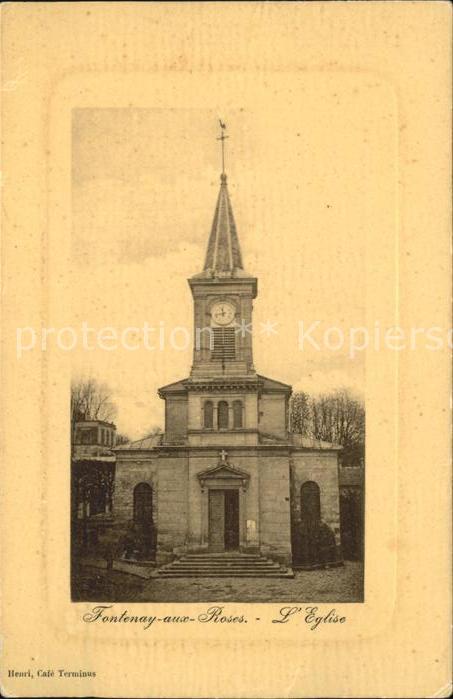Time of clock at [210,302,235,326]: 11:42
